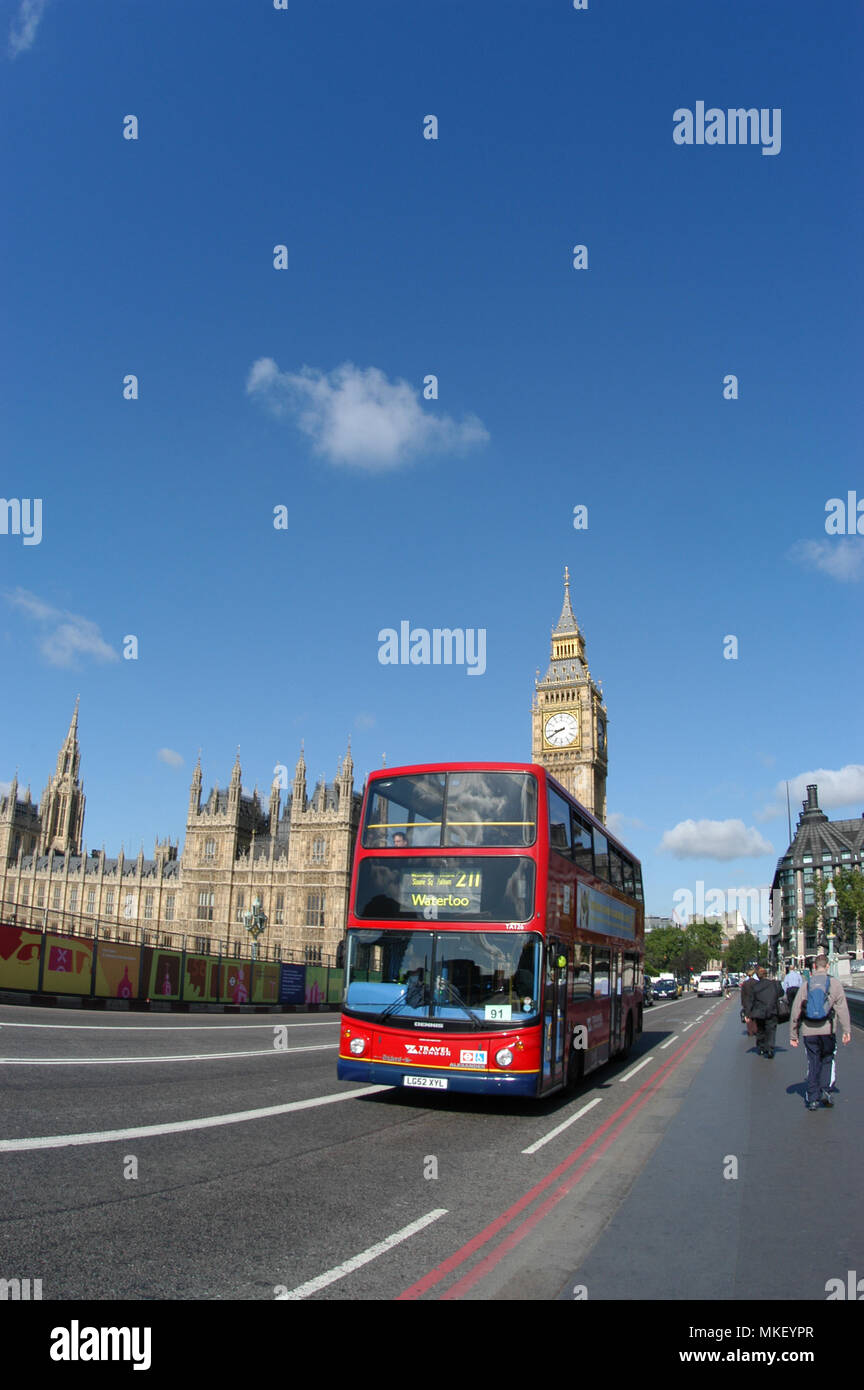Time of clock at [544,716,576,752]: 8:40
